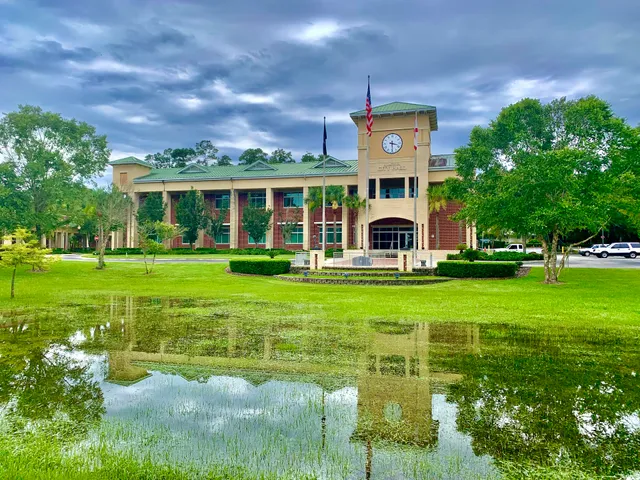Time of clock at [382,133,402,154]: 3:29
